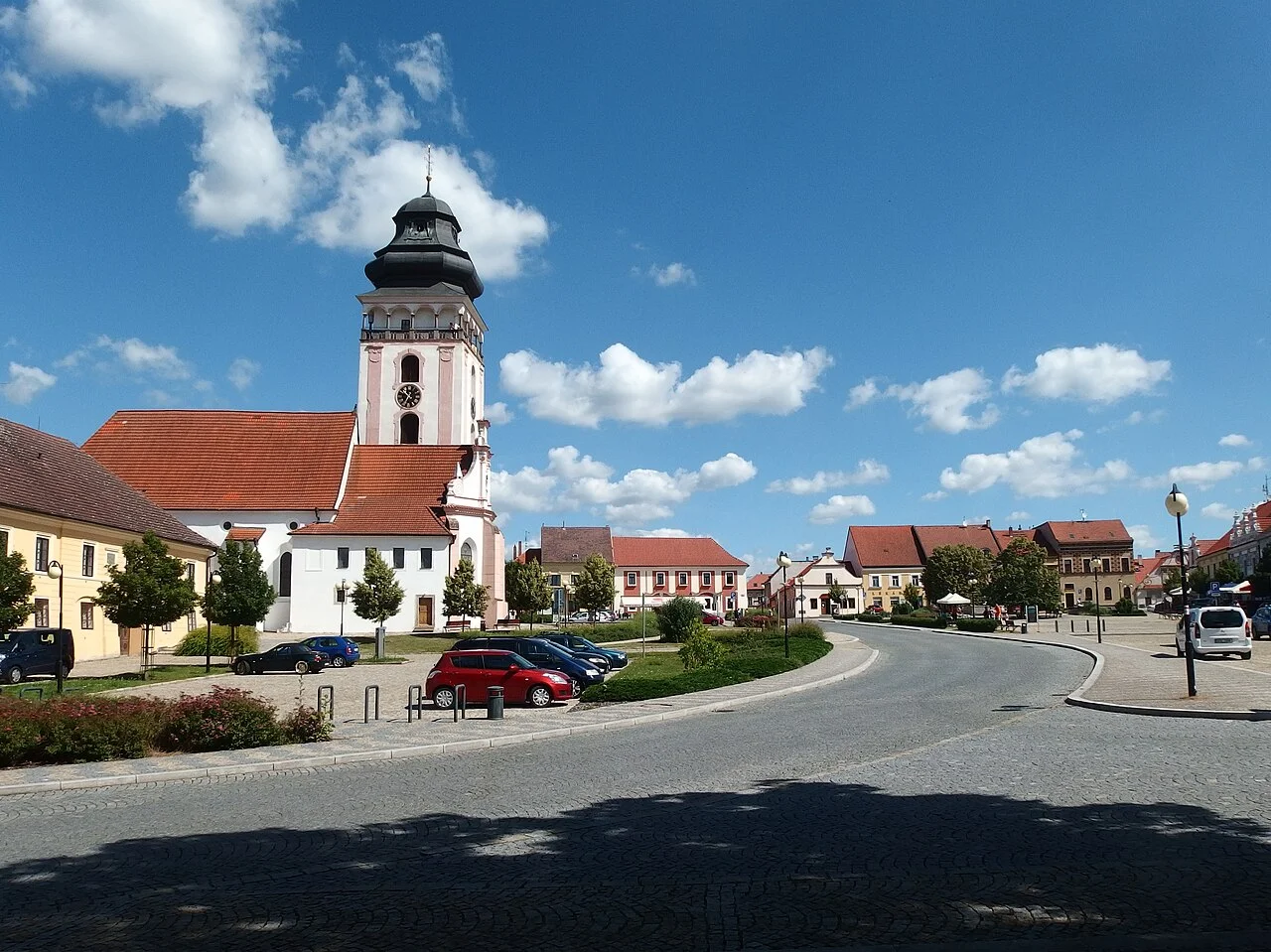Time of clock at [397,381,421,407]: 10:34
